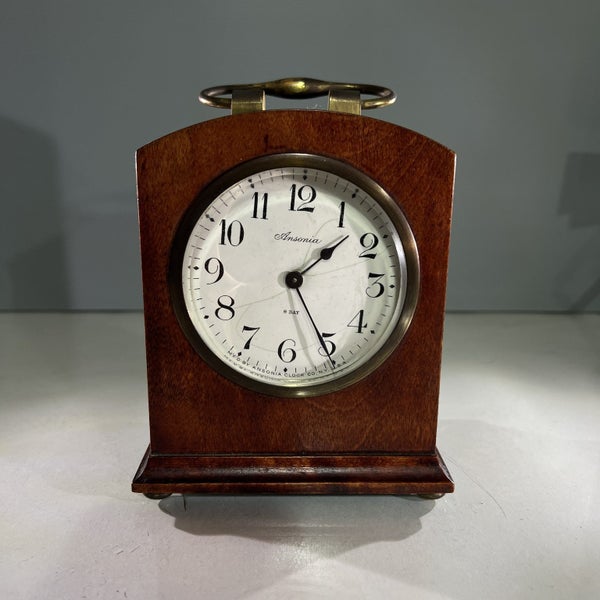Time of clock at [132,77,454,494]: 1:25
